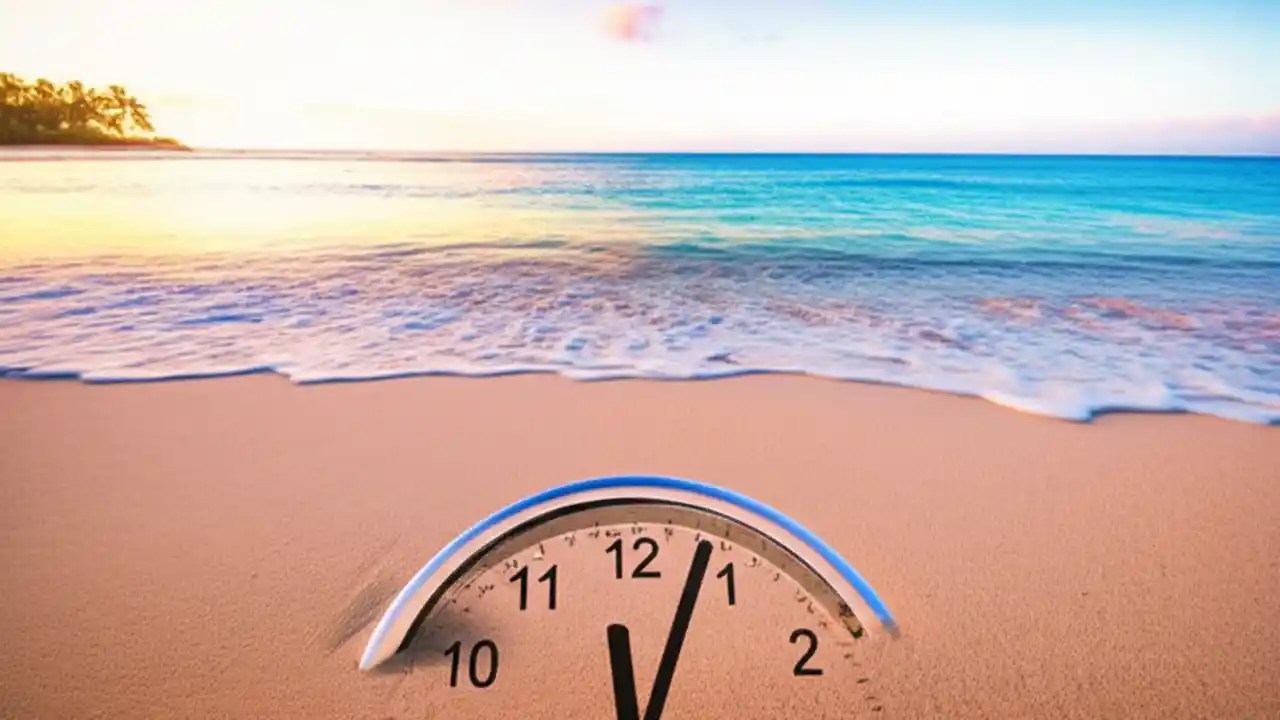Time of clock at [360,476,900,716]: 12:03
